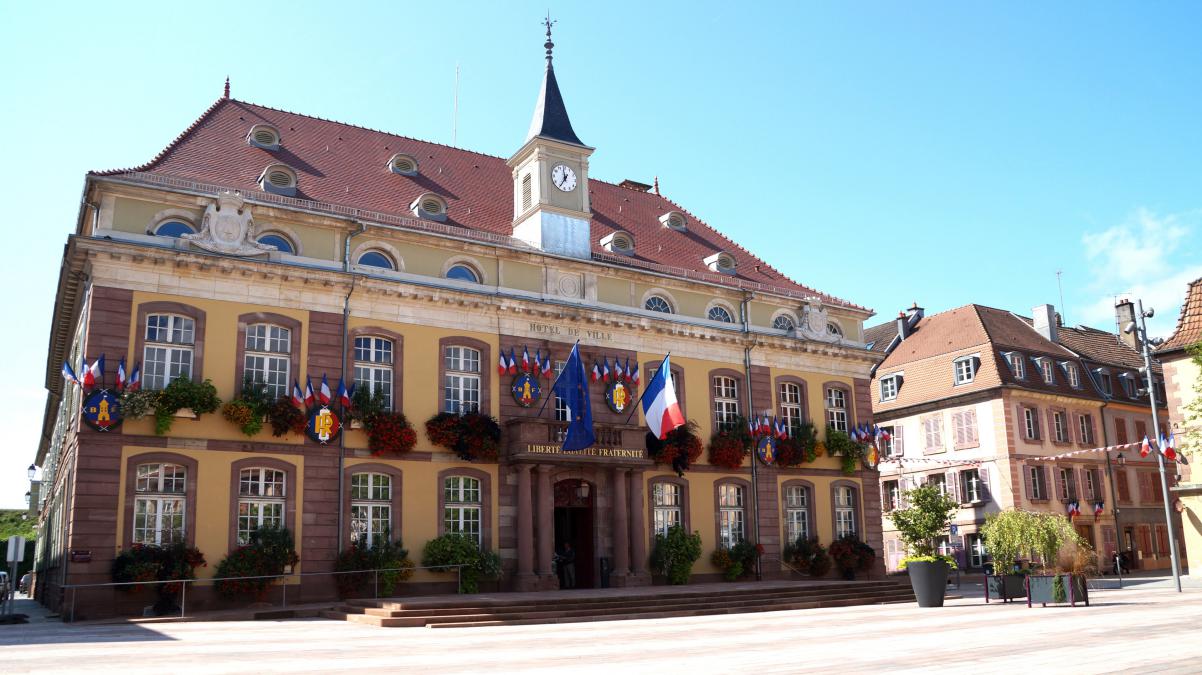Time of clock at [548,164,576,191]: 11:35
